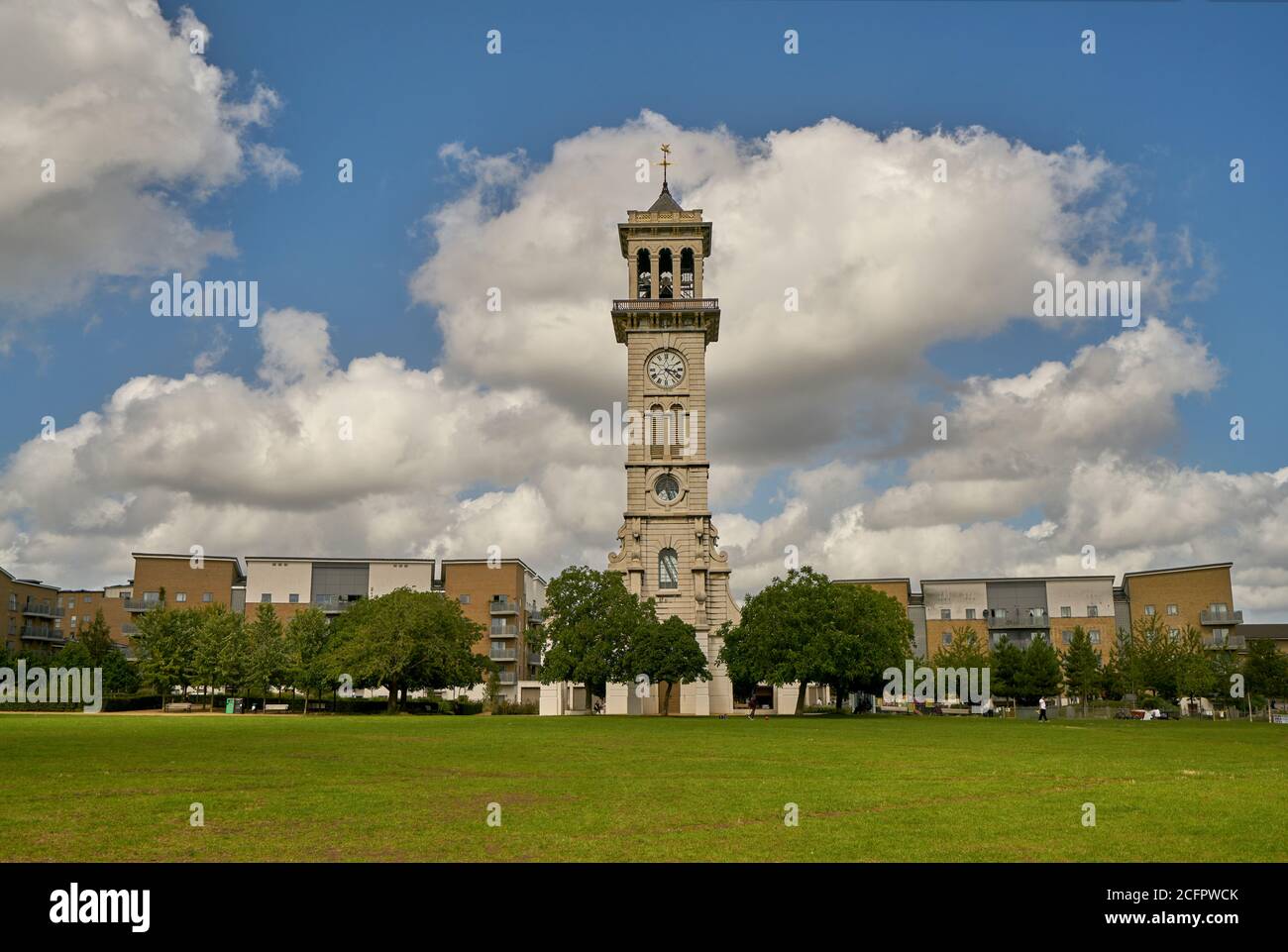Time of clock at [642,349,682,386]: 3:22
